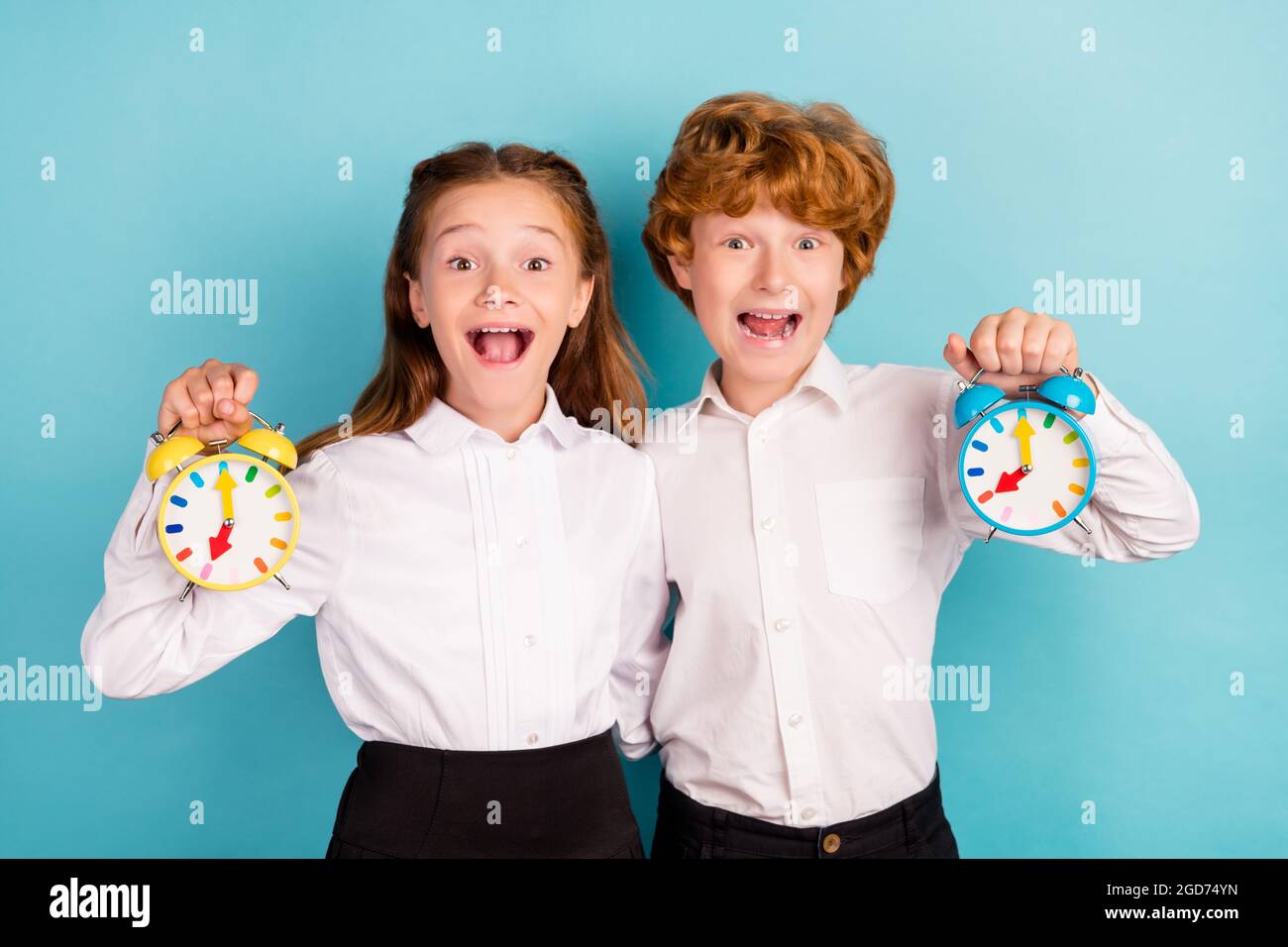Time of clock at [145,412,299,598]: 7:00
